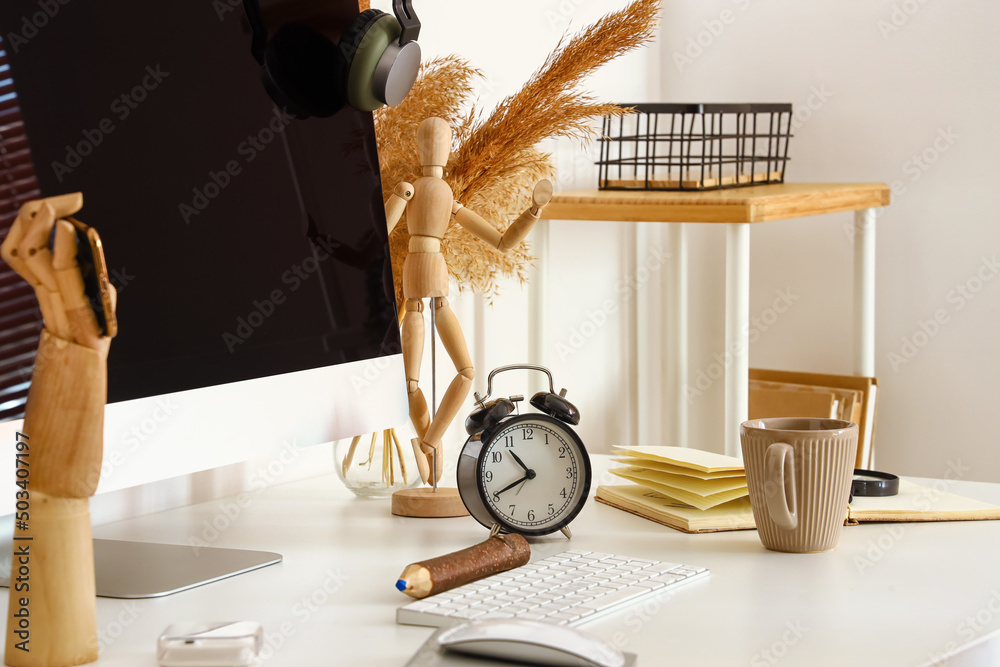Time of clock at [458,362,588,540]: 10:40
